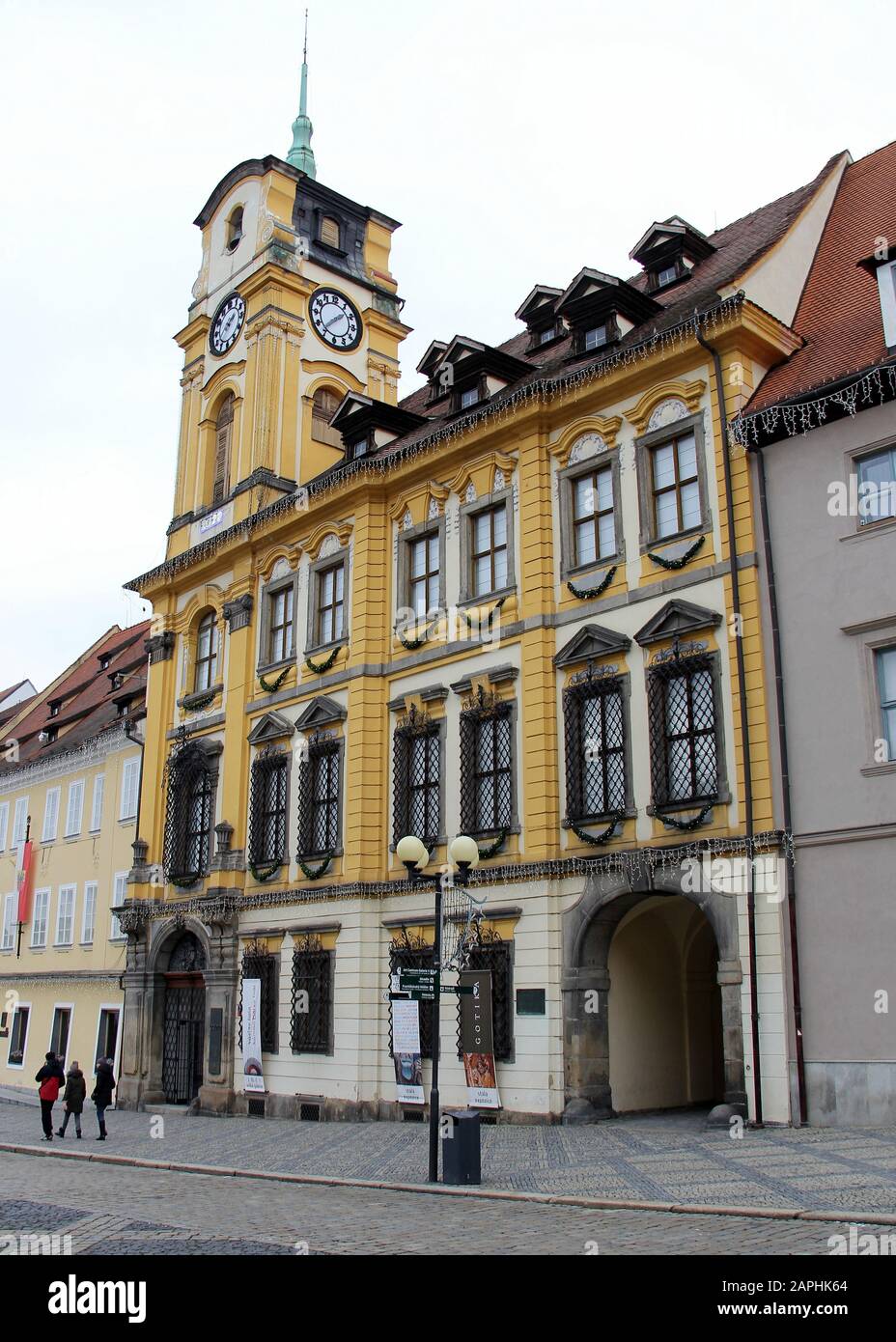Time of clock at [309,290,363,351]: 1:36
